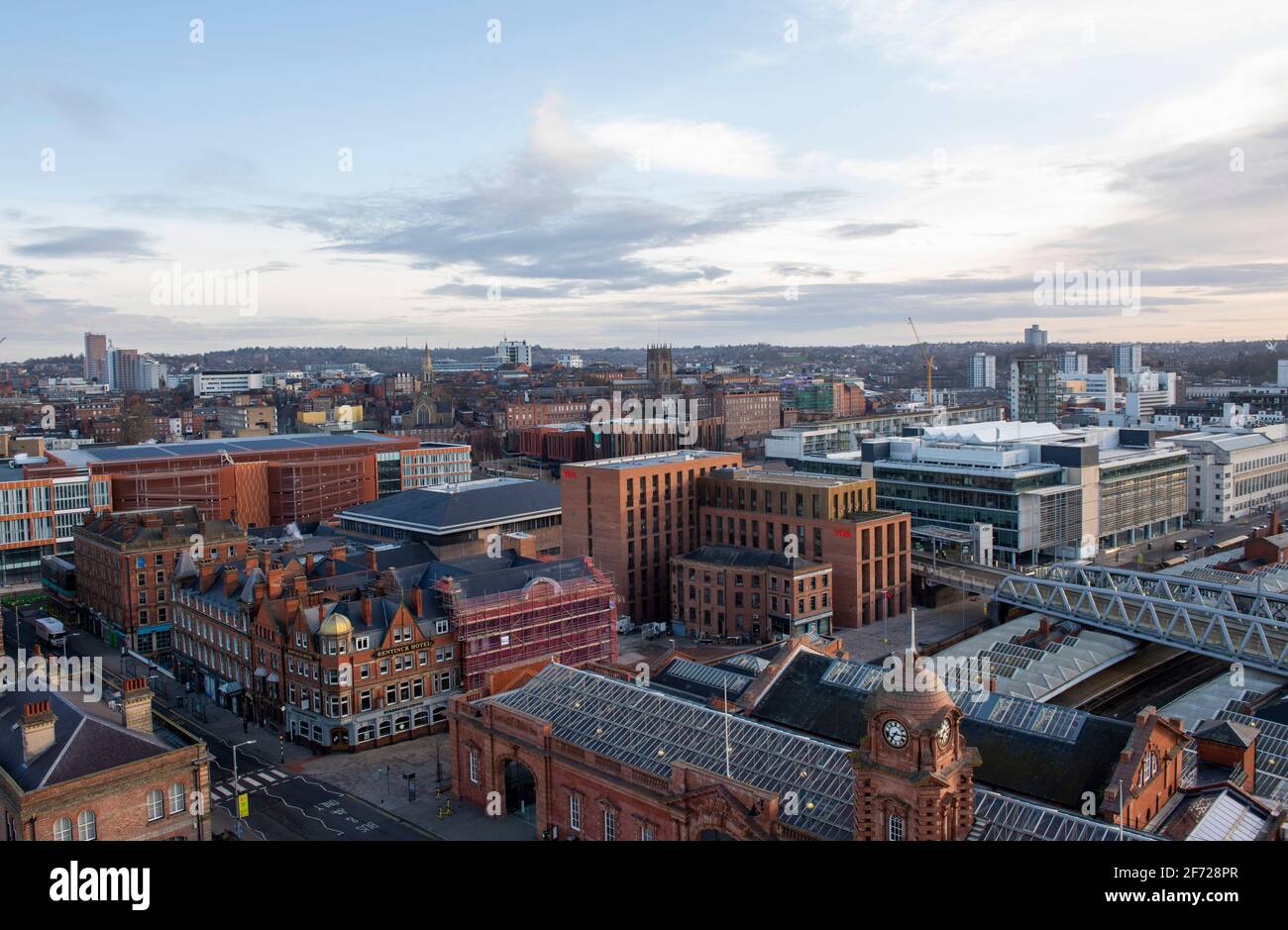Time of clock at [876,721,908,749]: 7:15
